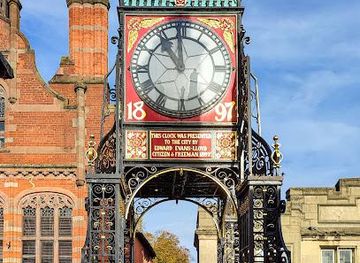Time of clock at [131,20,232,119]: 10:59
